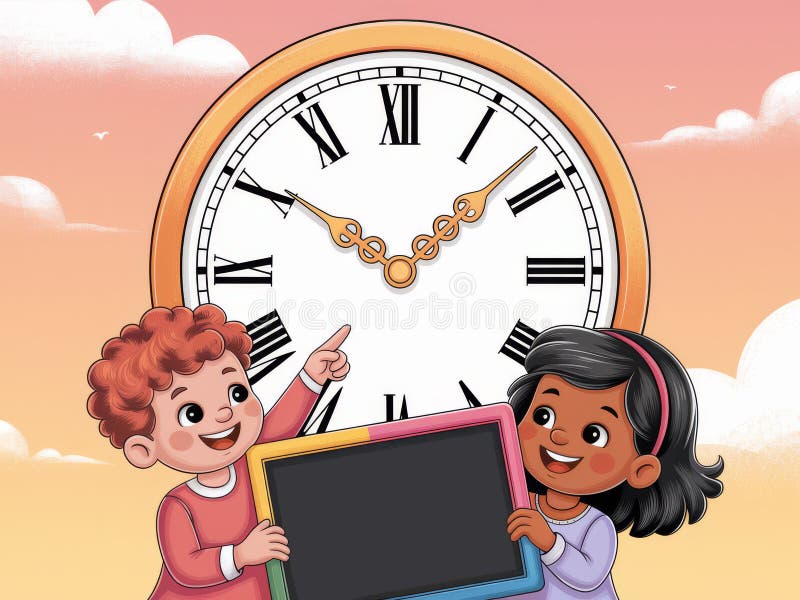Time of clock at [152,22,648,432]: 10:07
